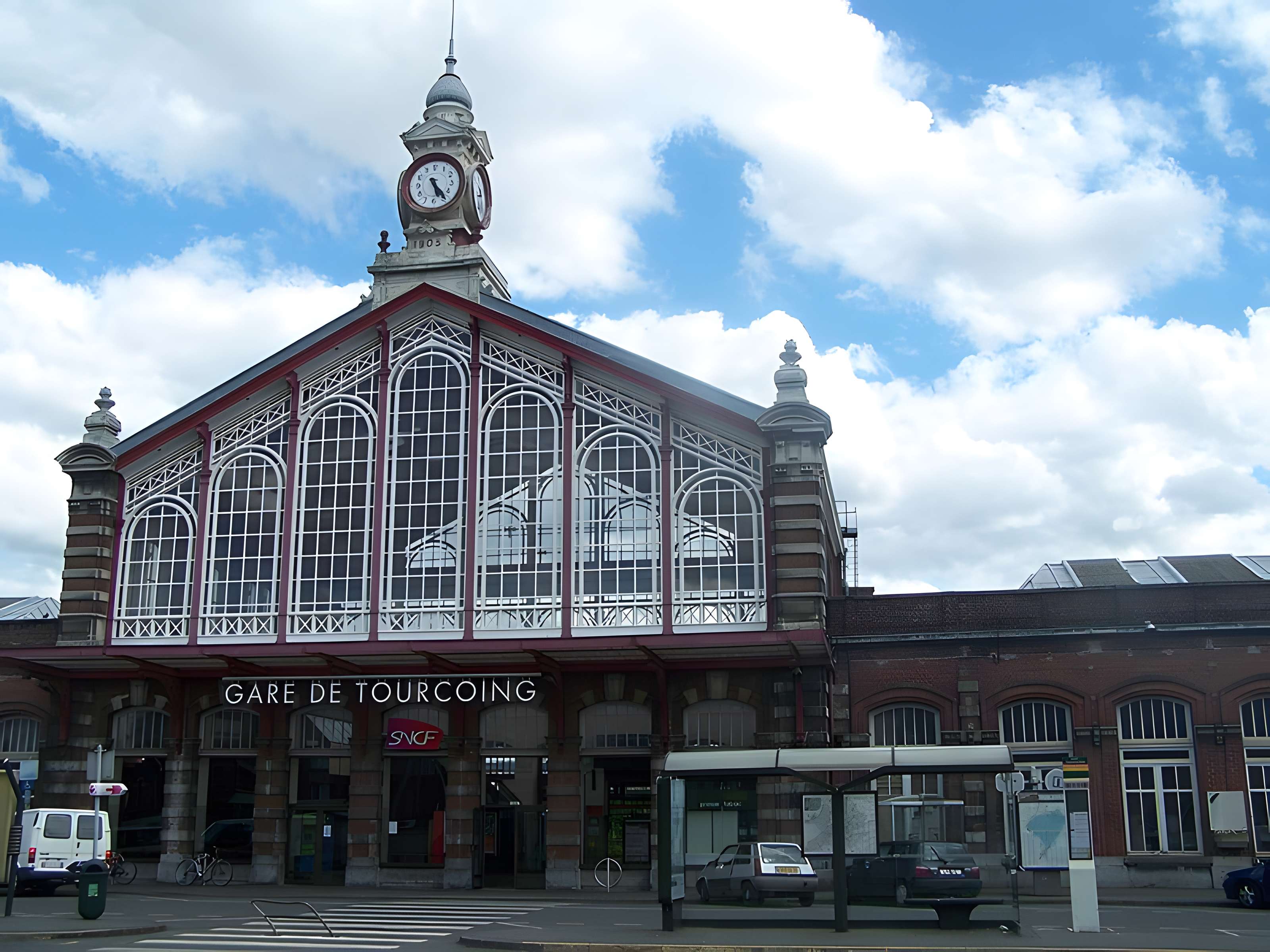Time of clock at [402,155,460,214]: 5:24
